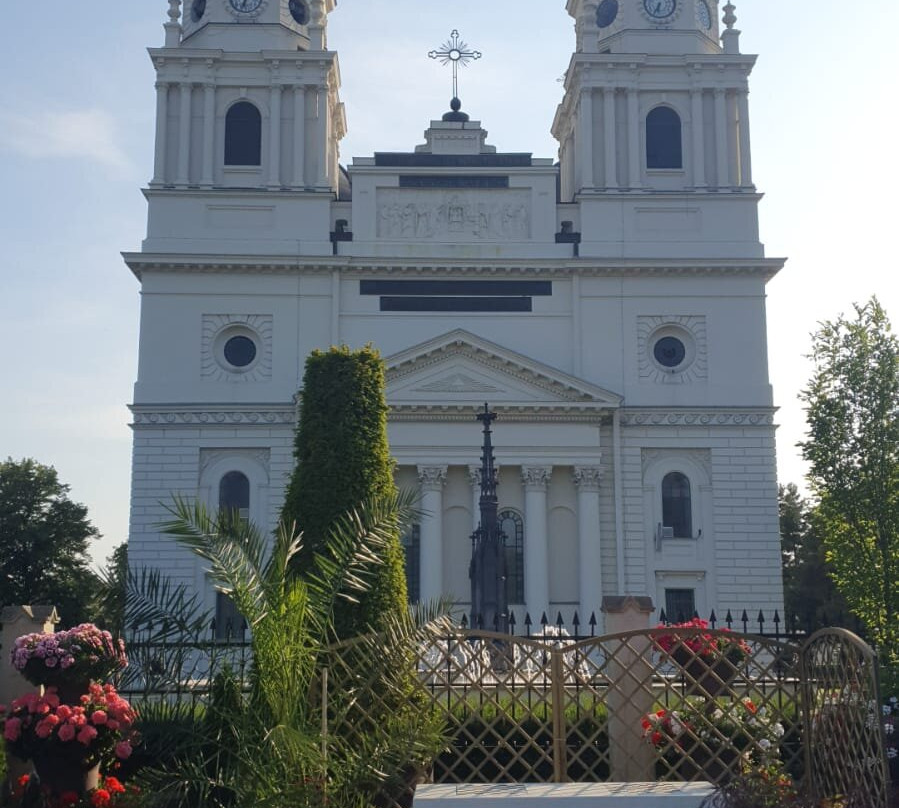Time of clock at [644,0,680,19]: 6:34
